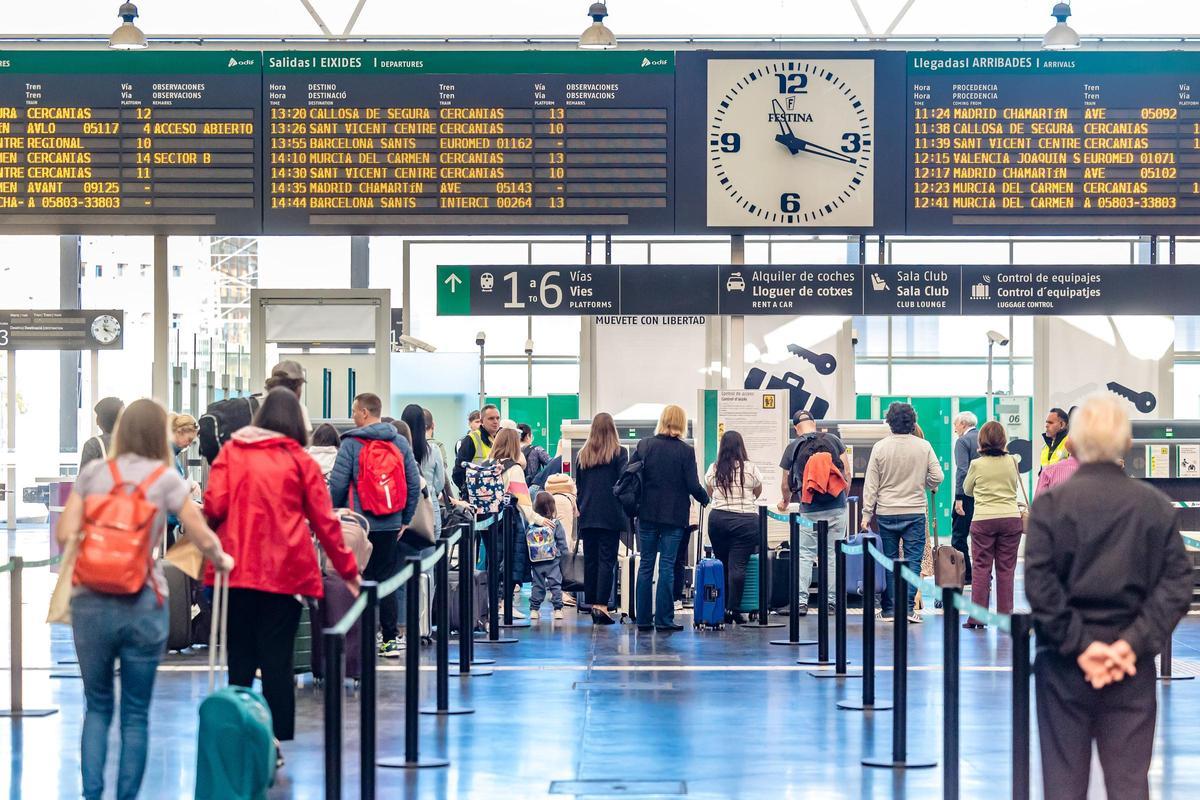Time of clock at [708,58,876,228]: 11:17
